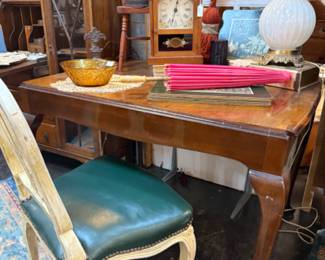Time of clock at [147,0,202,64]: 12:32
